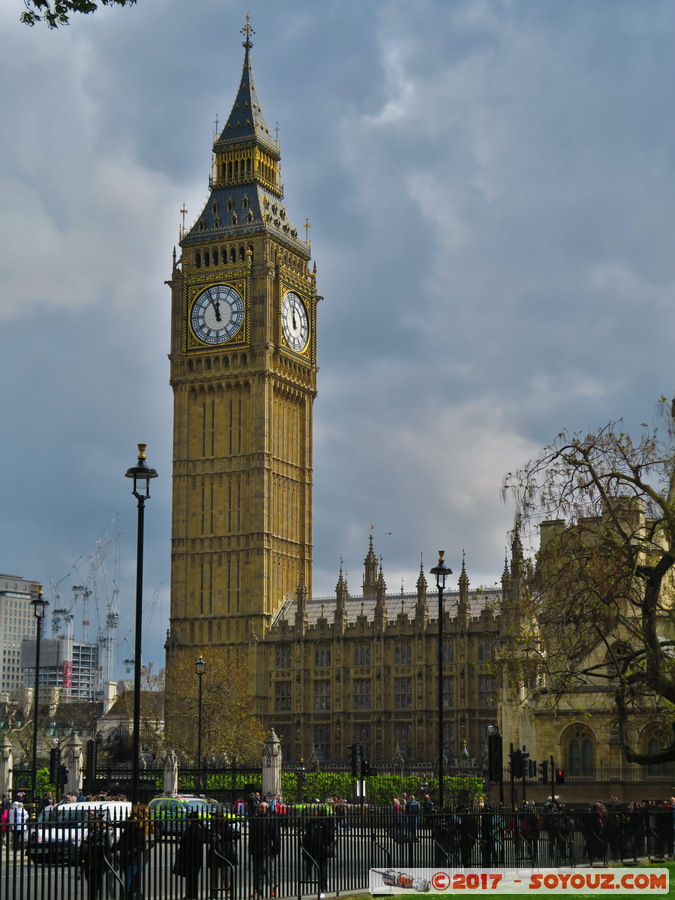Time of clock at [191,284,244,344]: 11:55
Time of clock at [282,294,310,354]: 11:59
